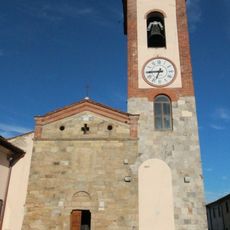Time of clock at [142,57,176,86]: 6:44
